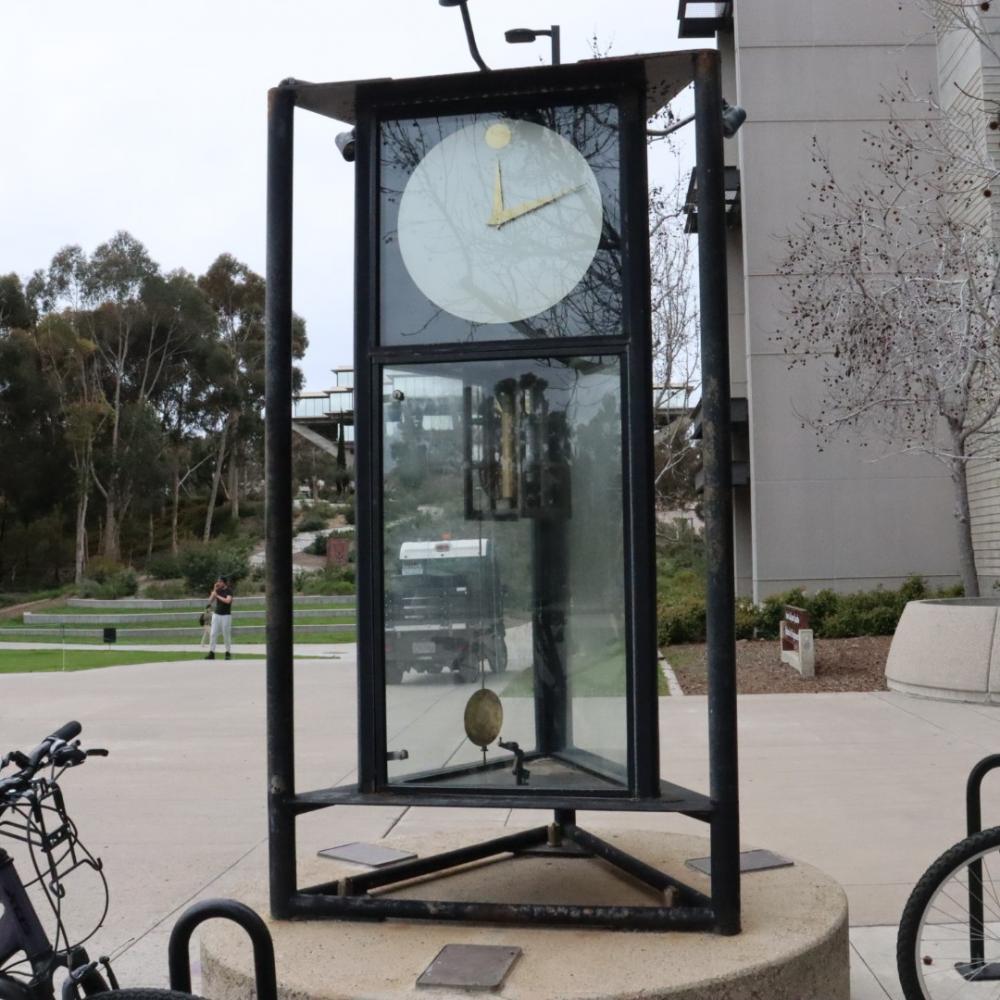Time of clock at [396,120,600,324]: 12:10
